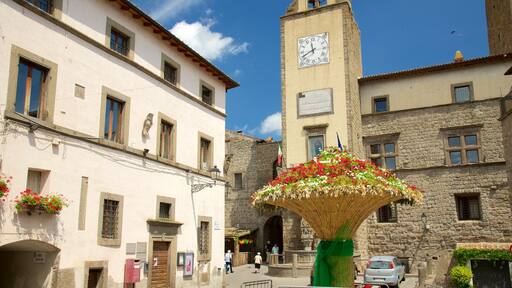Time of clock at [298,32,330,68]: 11:41
